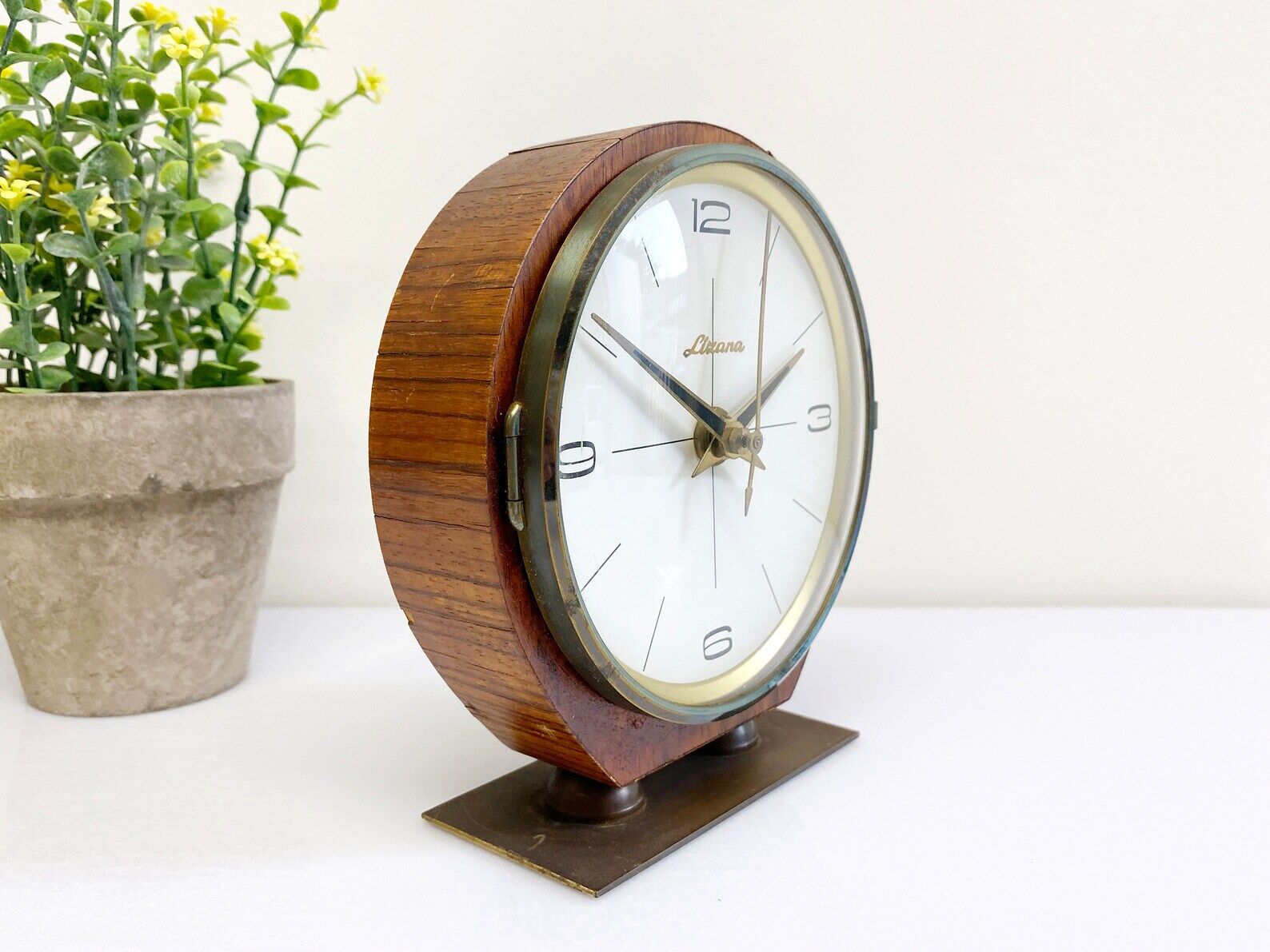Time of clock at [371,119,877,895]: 2:50
